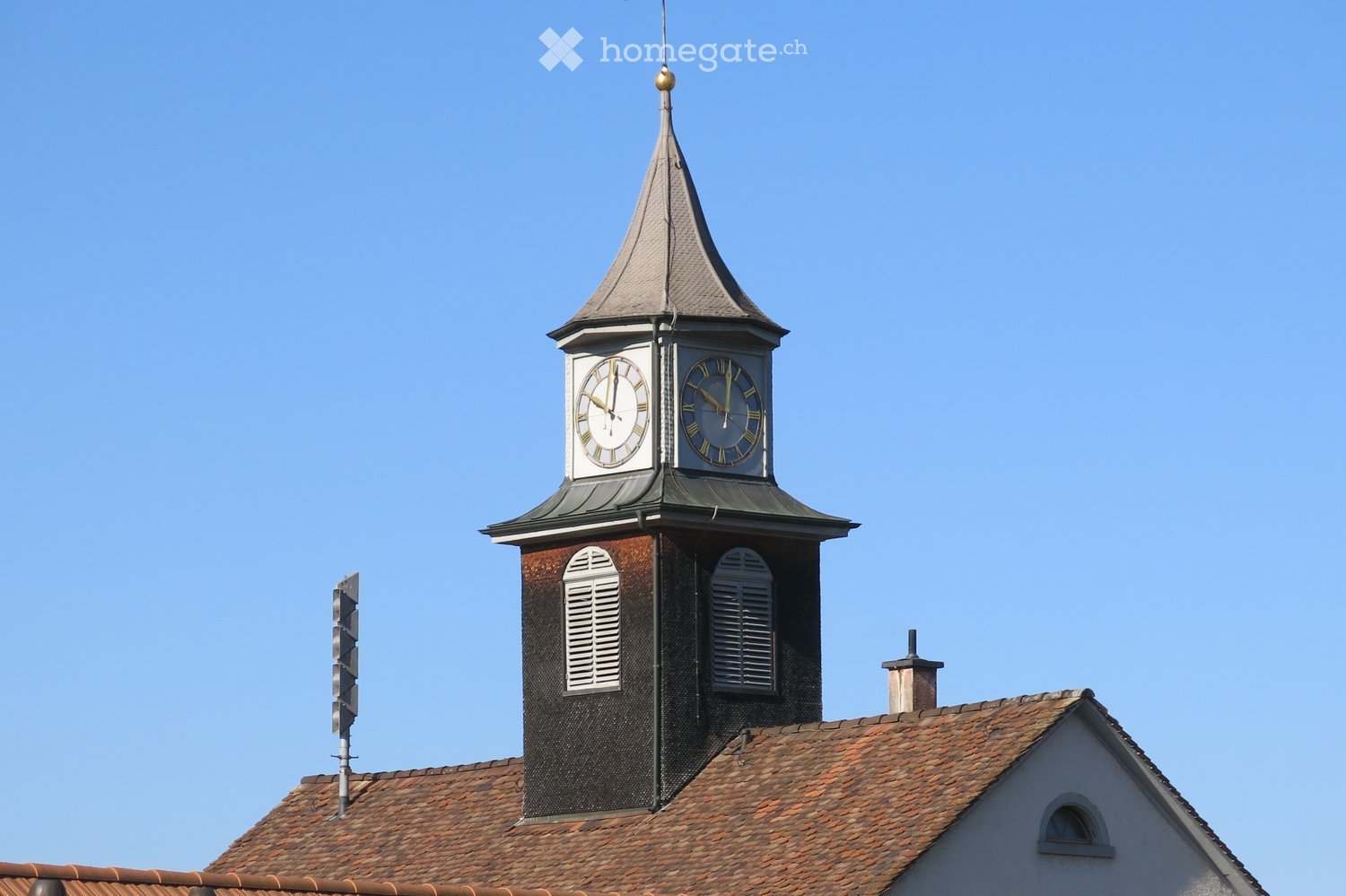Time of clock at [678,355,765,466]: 10:02
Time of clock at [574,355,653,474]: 10:00
